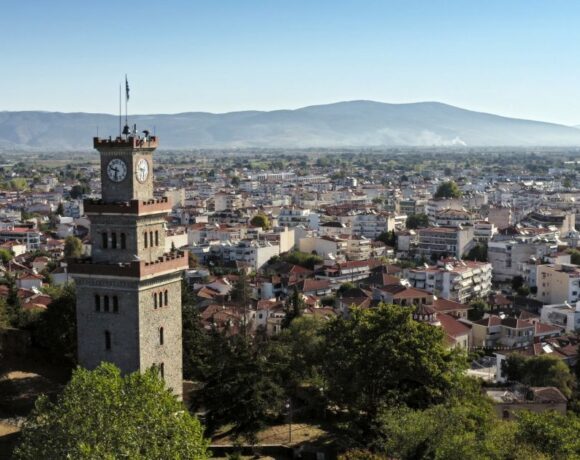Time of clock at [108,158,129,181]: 9:32
